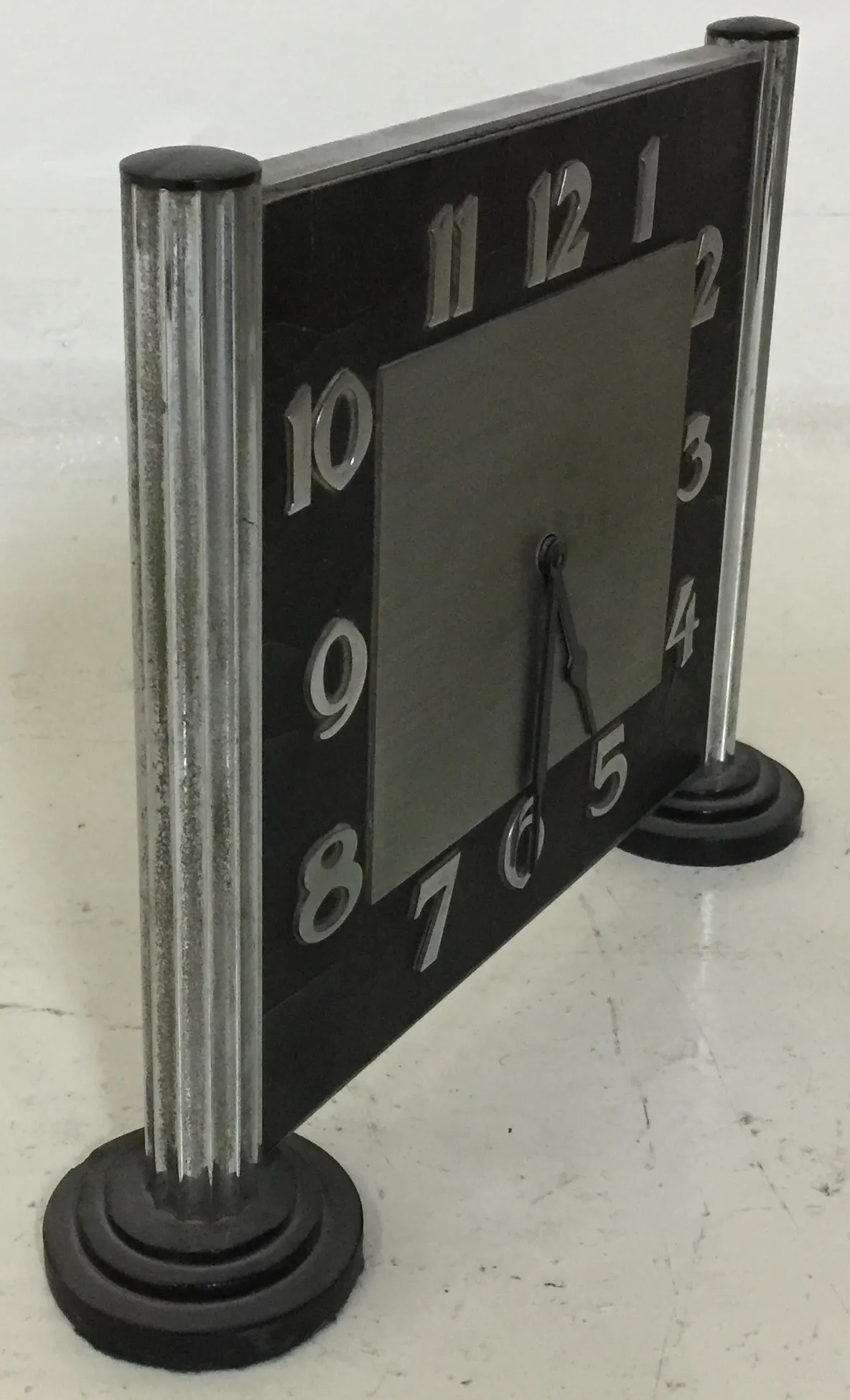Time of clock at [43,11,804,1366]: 6:25
